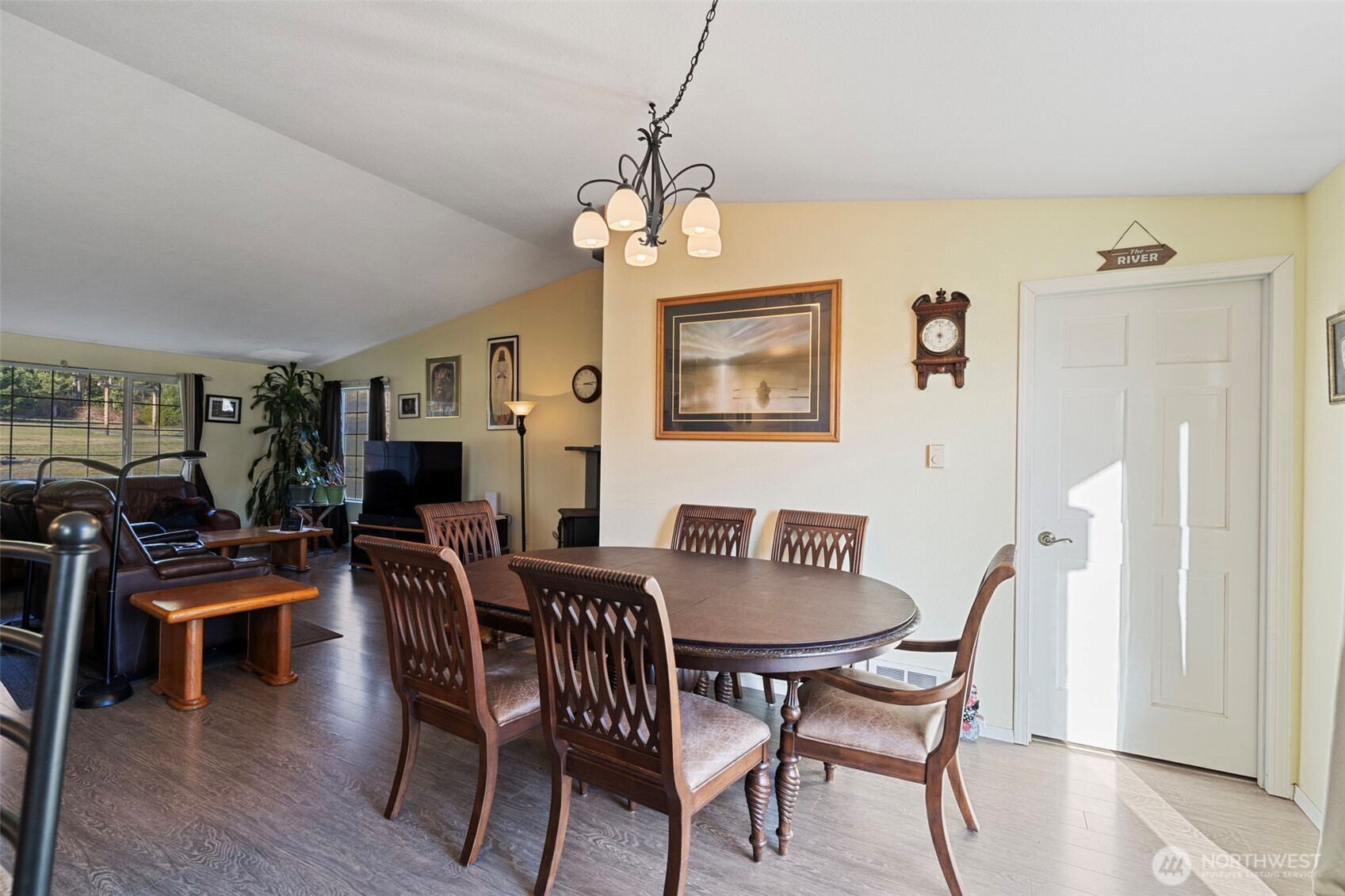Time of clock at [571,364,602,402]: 3:13
